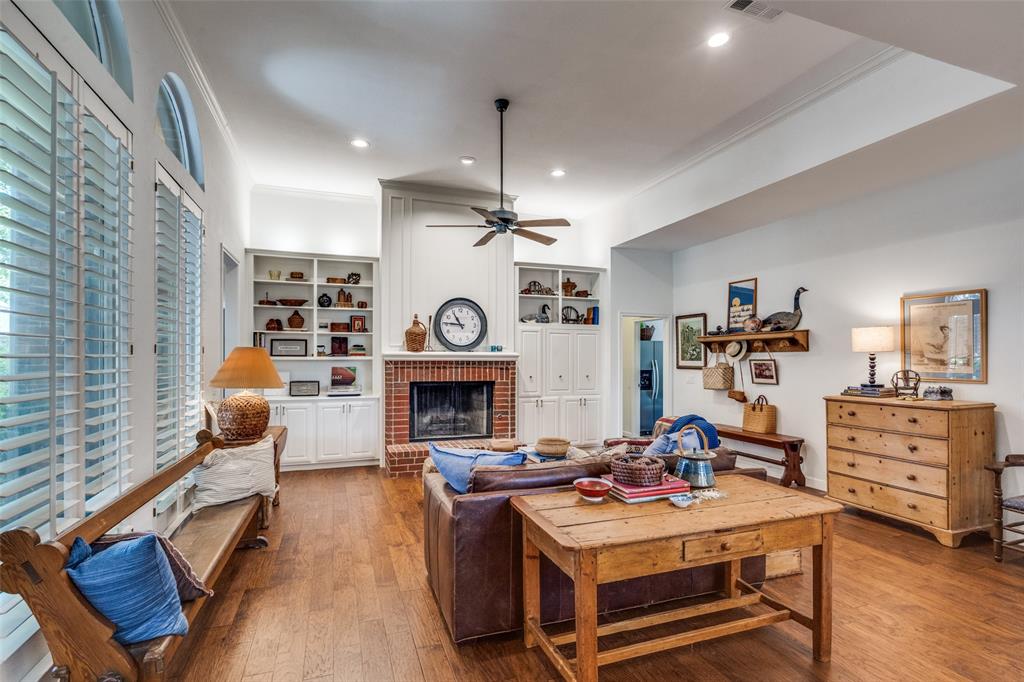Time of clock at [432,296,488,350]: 10:45
